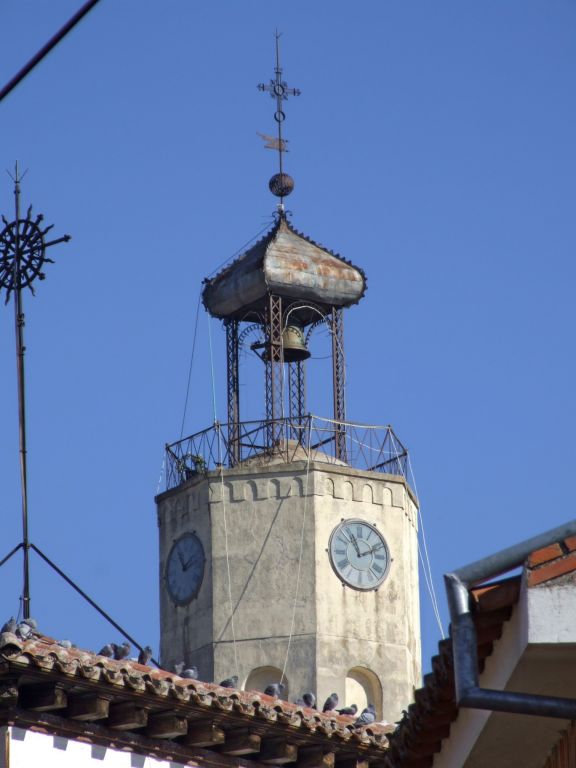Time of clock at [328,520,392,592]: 11:11
